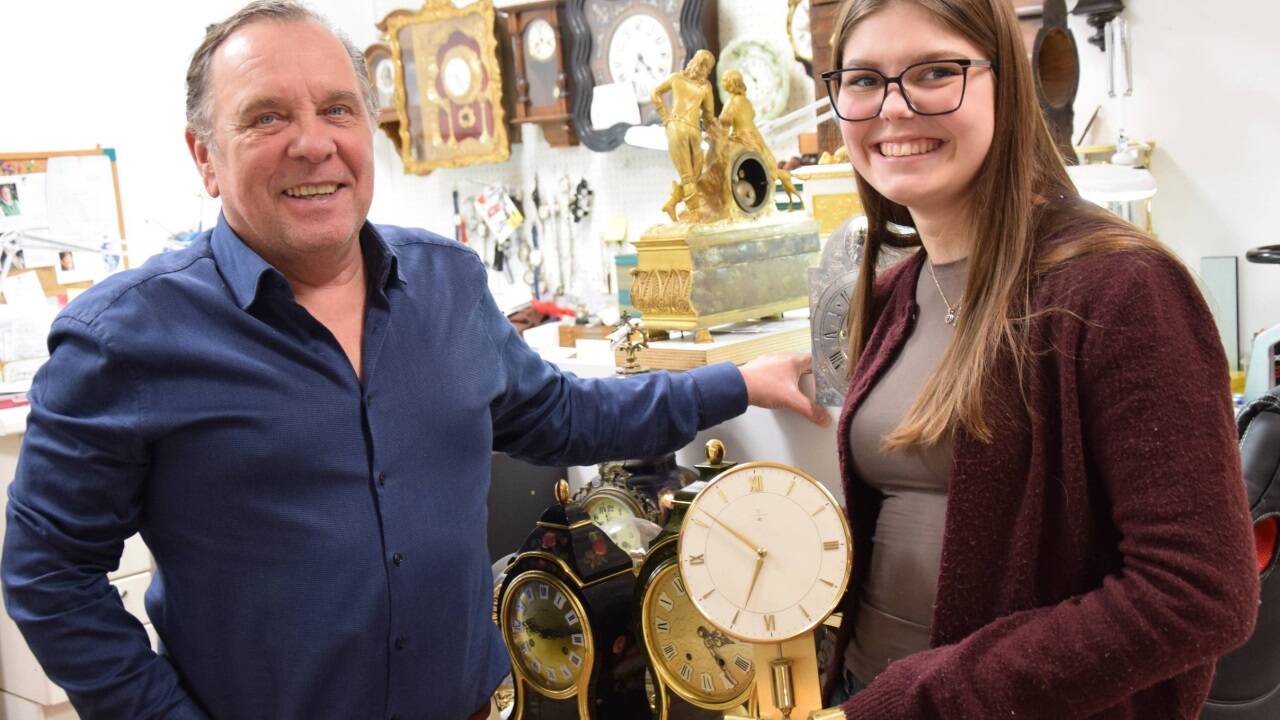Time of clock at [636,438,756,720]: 6:51
